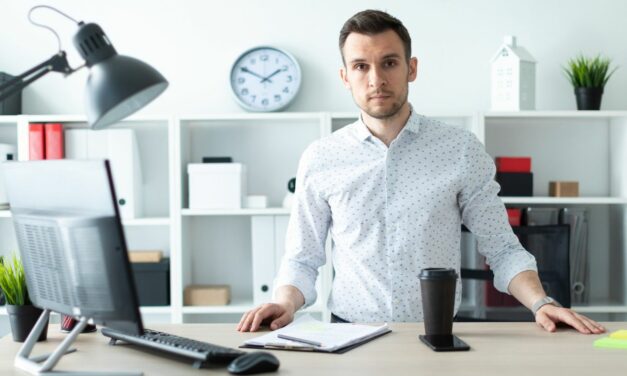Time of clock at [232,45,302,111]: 1:50
